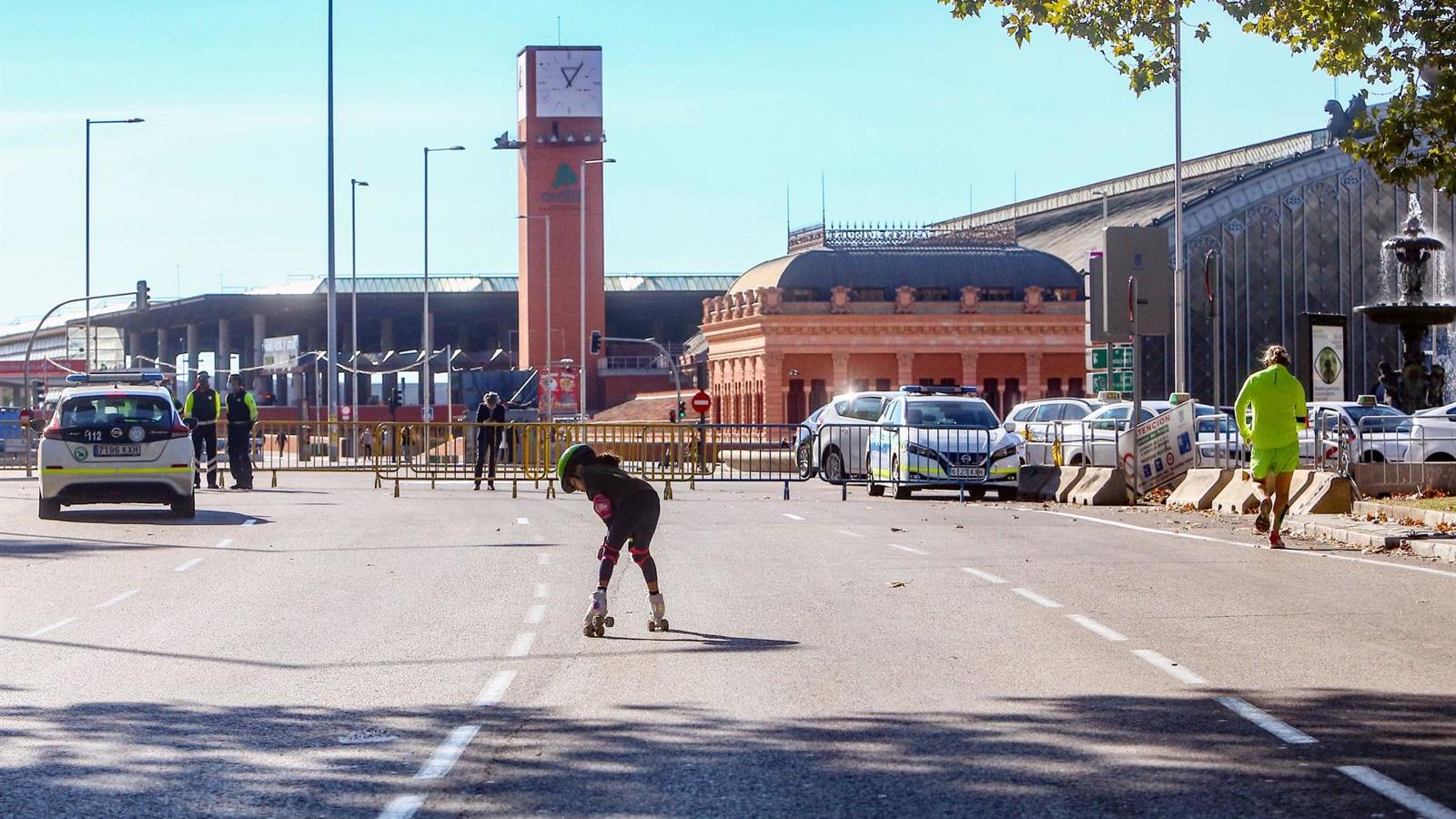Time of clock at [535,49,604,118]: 11:05
